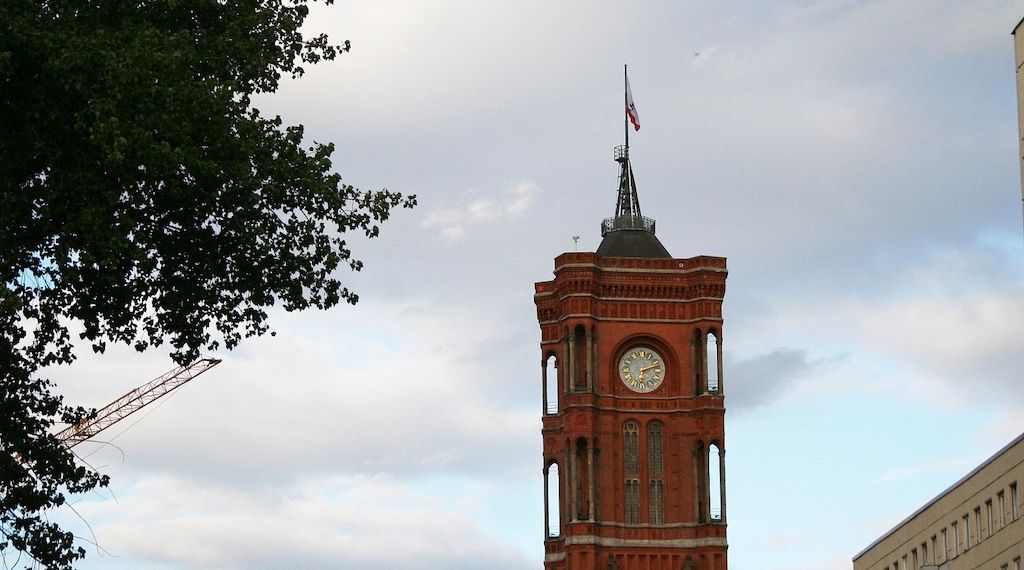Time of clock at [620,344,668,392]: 2:11
